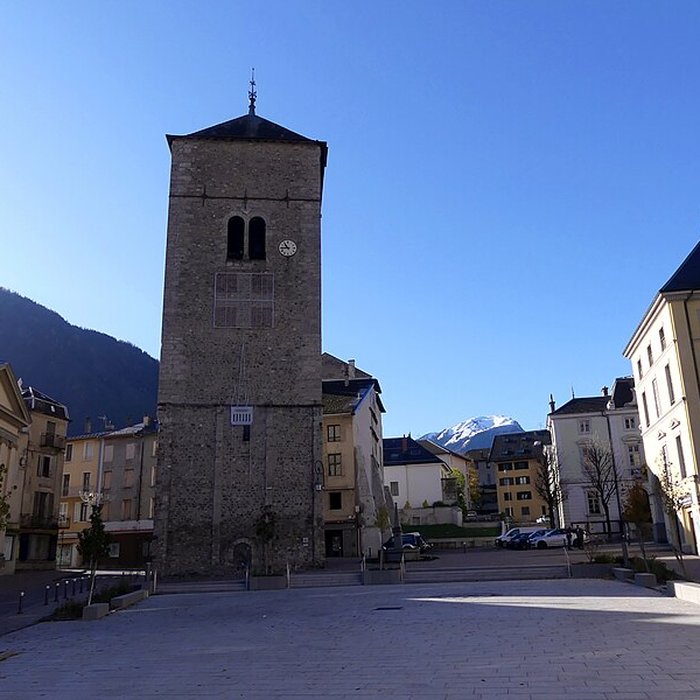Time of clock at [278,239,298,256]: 10:45
